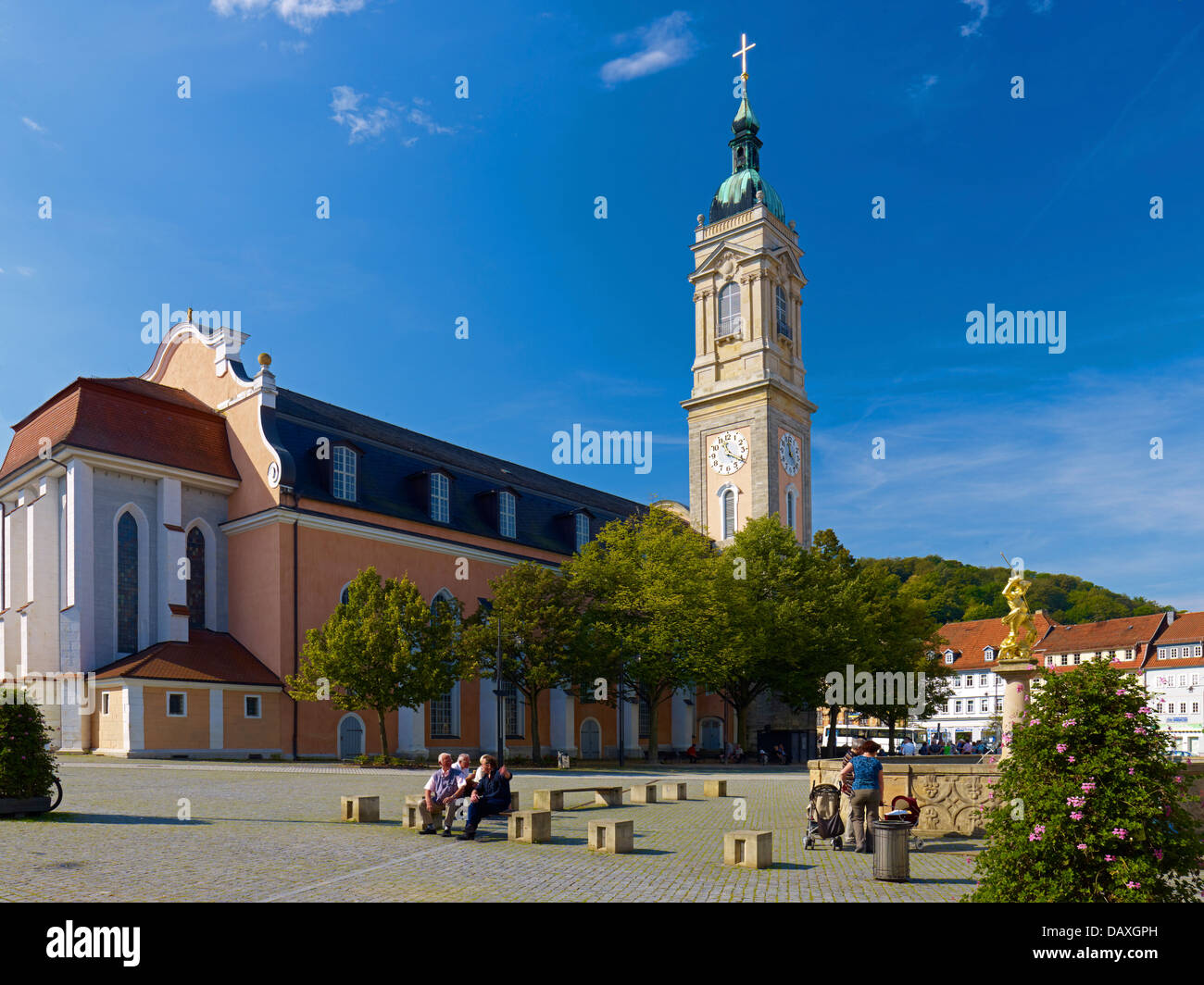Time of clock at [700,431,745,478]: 11:20
